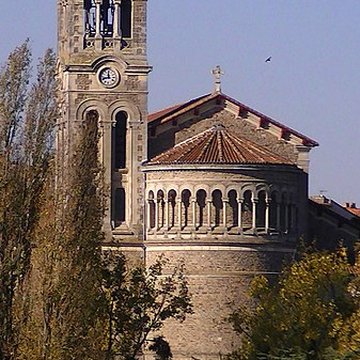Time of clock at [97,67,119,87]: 11:42
